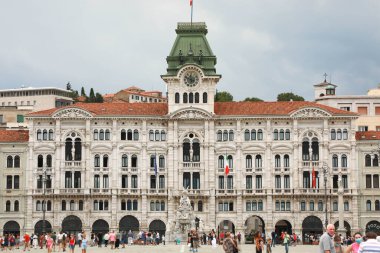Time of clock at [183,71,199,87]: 11:48
